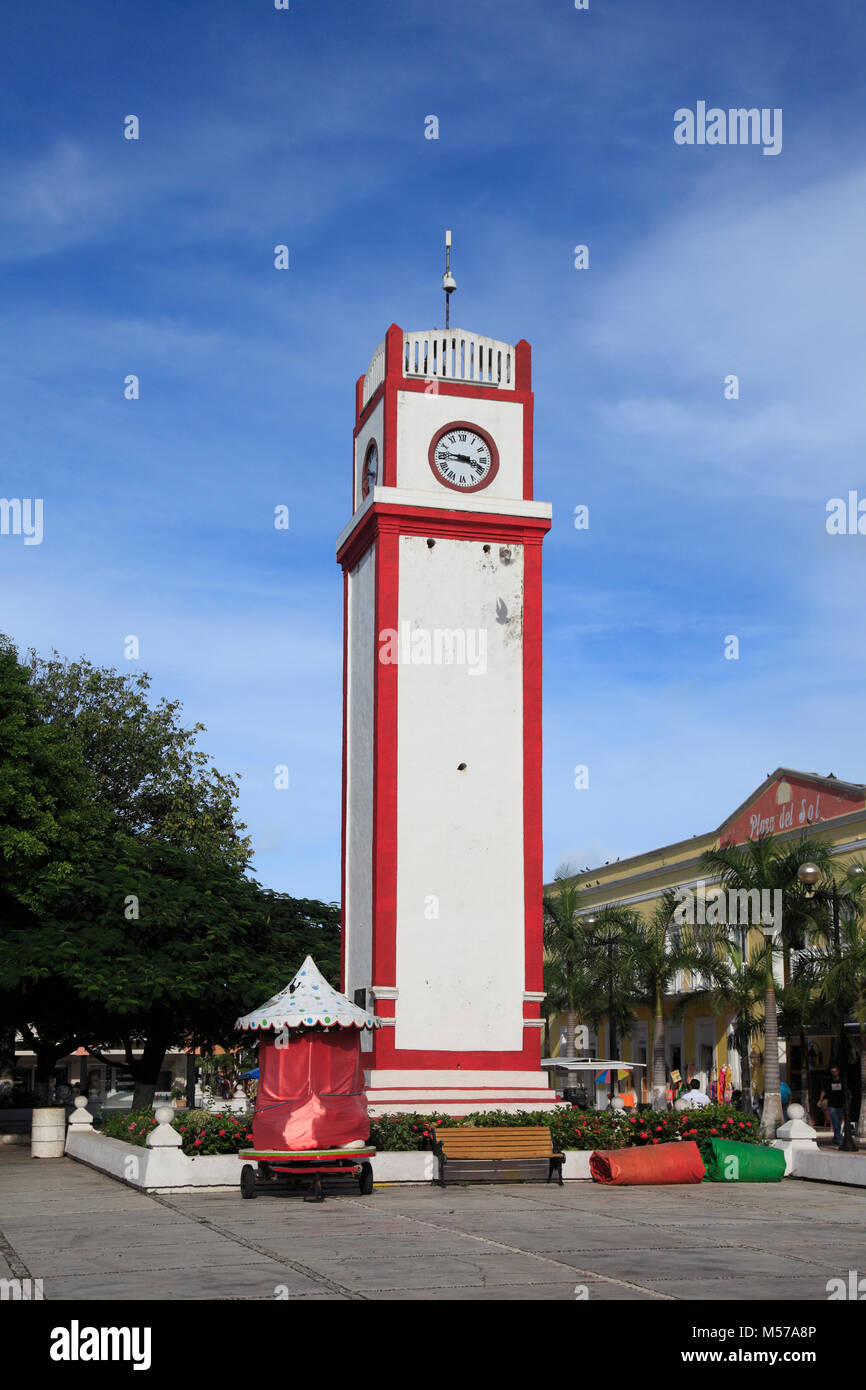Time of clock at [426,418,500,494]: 3:45
